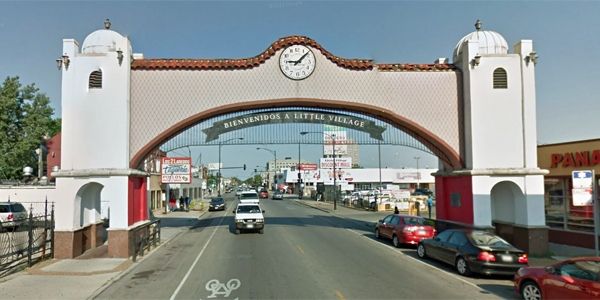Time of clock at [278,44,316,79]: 9:08
